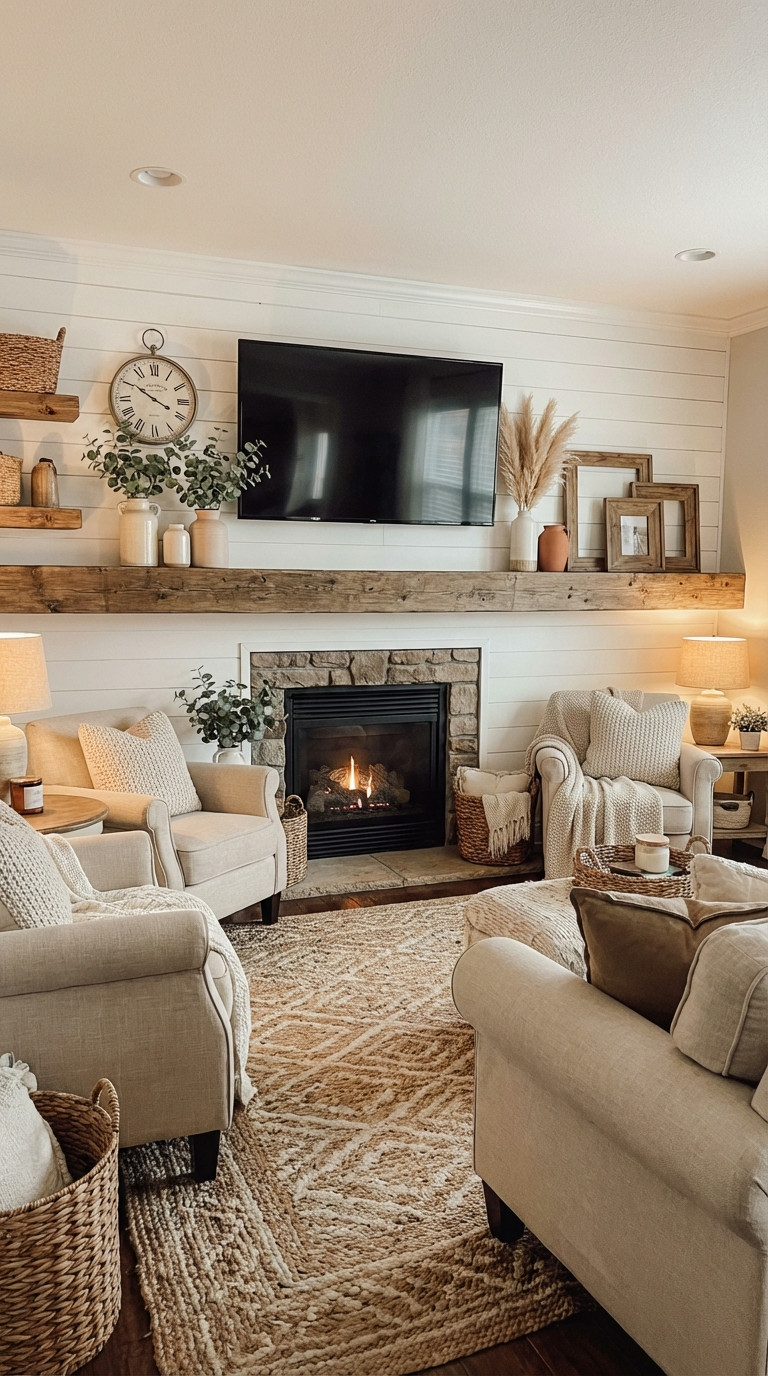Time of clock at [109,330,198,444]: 3:50
